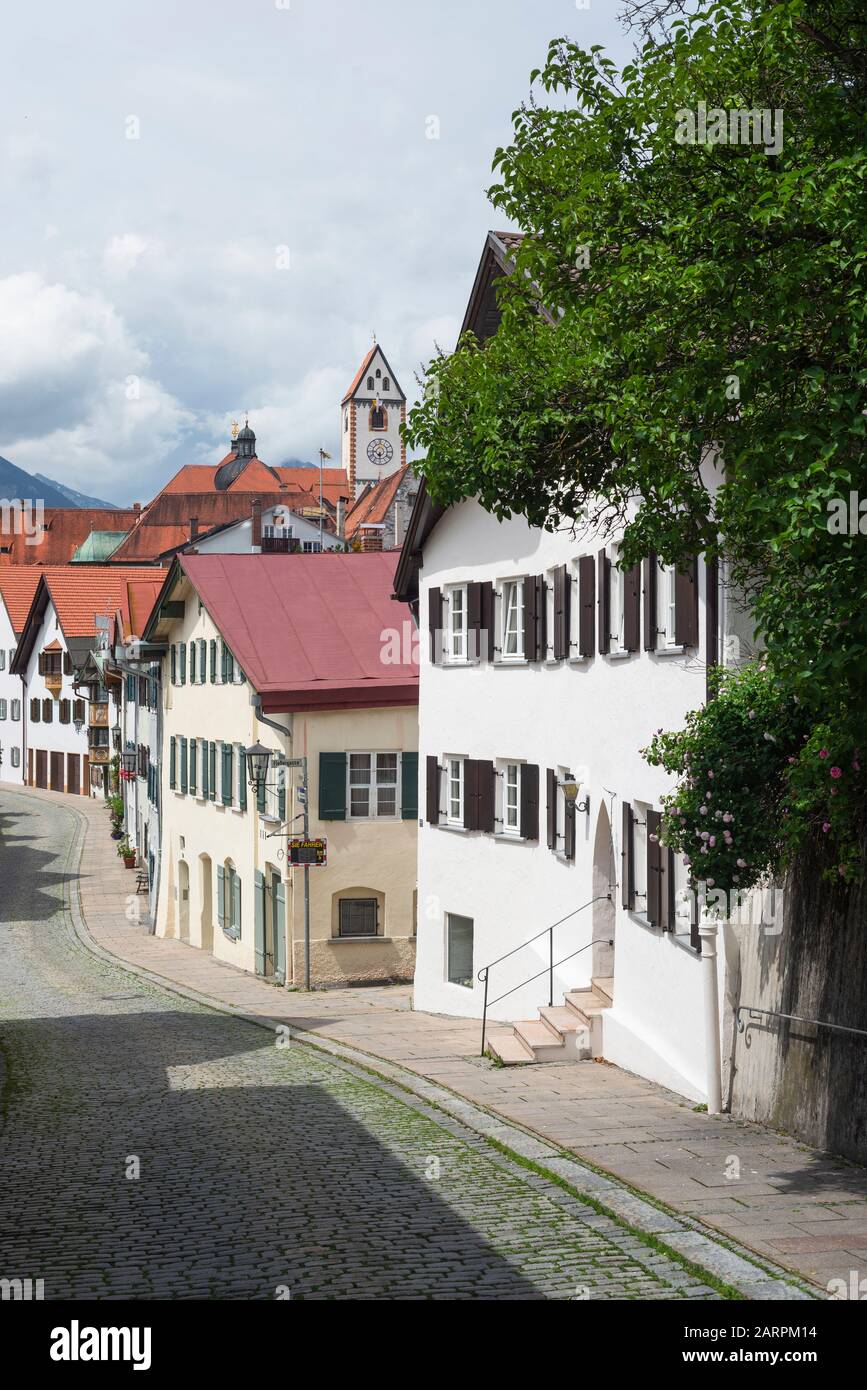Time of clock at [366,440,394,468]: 6:29
